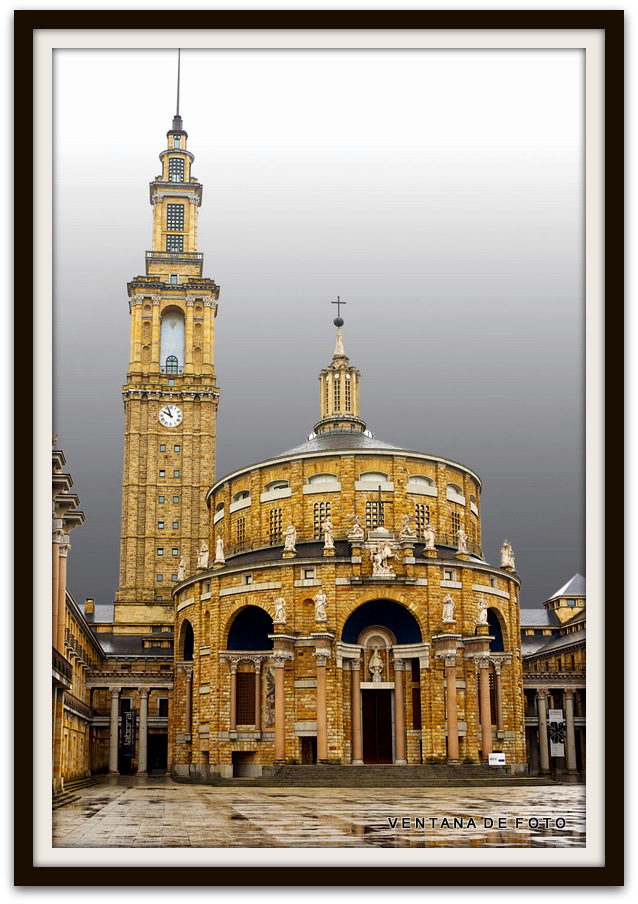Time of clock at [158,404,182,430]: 9:56
